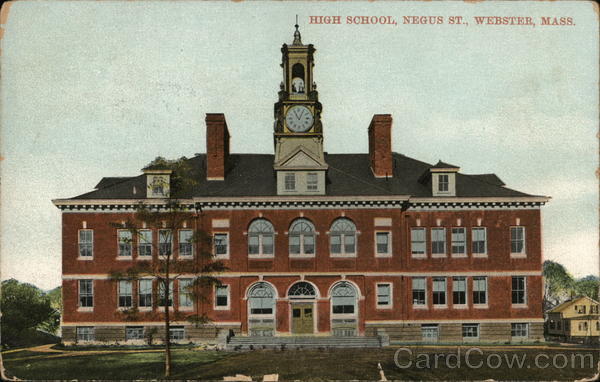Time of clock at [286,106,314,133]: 11:04
